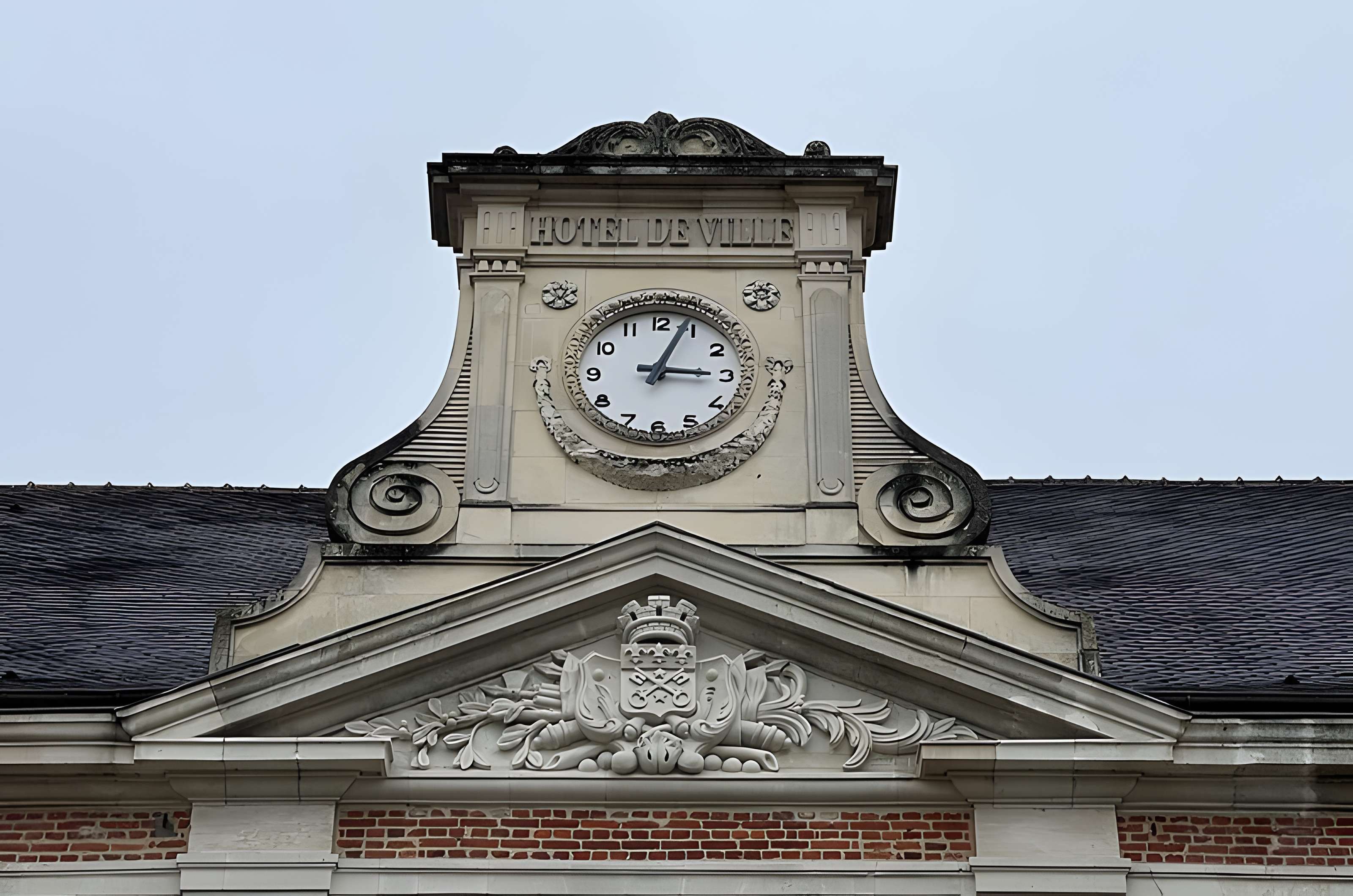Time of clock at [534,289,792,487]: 3:04
